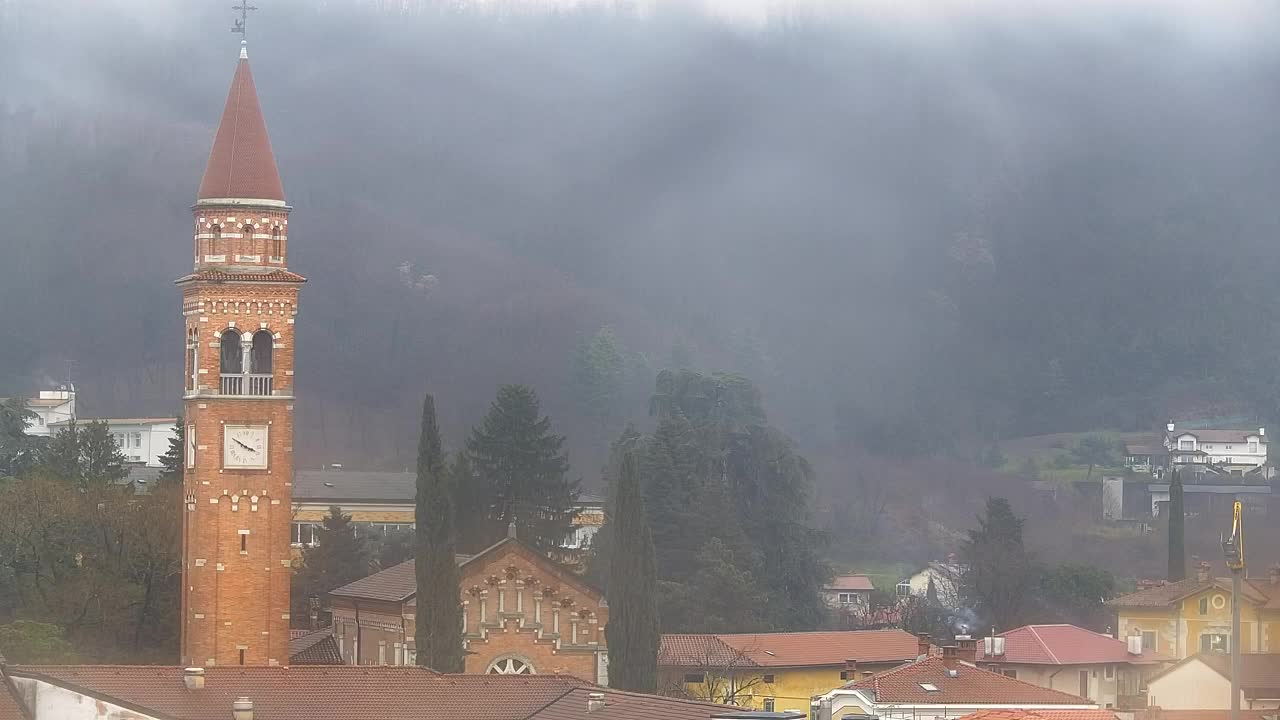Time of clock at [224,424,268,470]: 3:50
